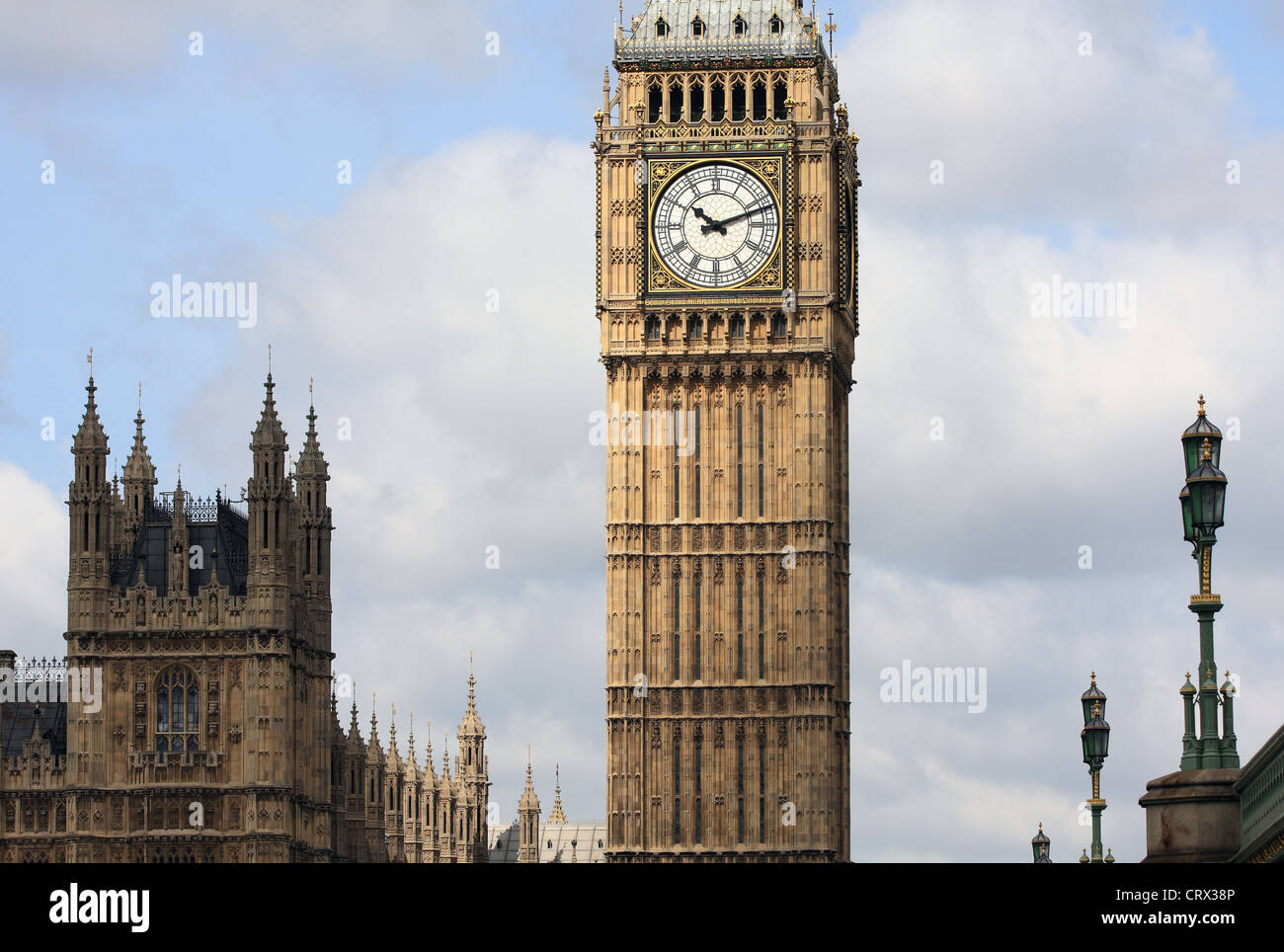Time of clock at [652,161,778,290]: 10:11
